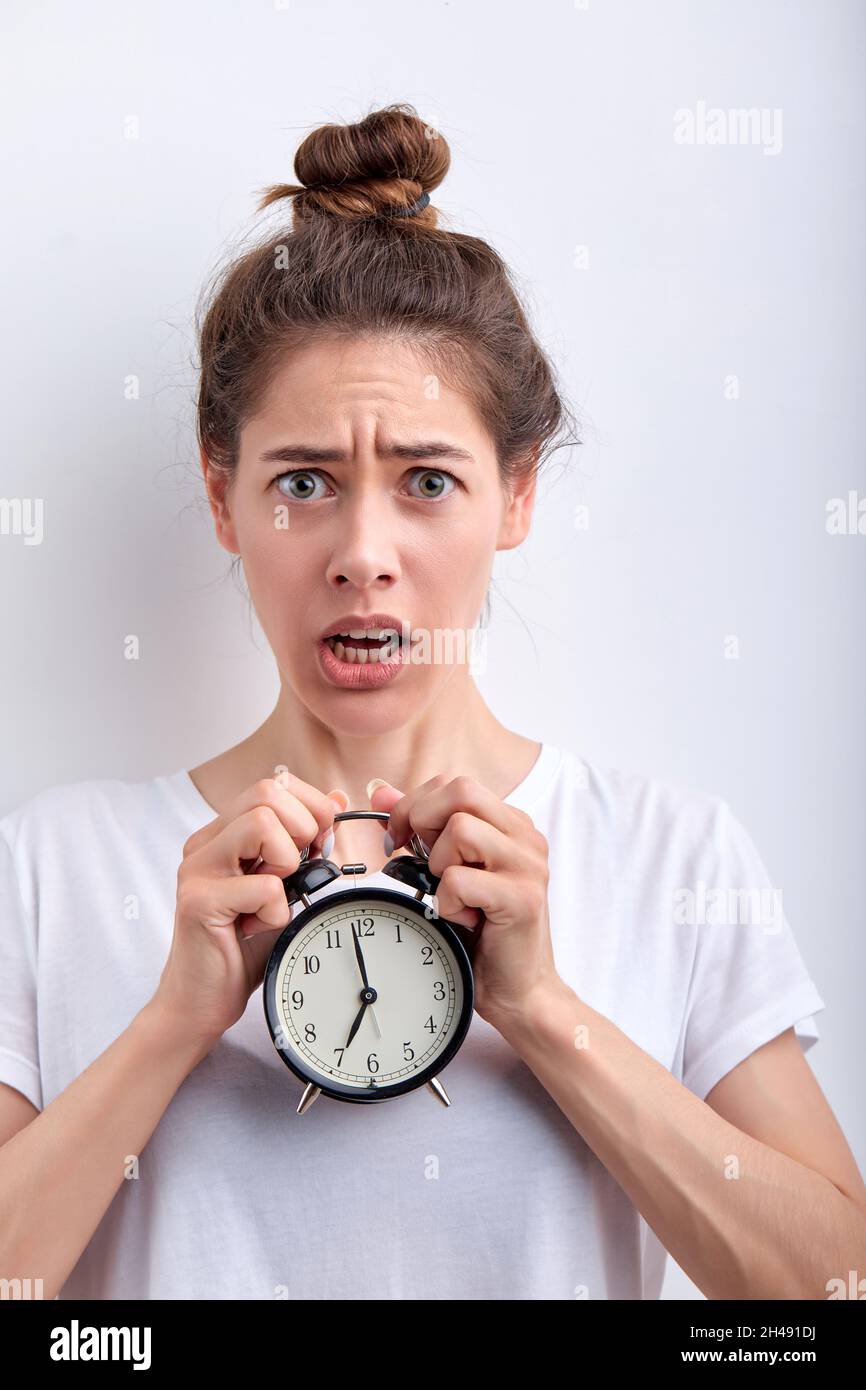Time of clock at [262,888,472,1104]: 6:58
